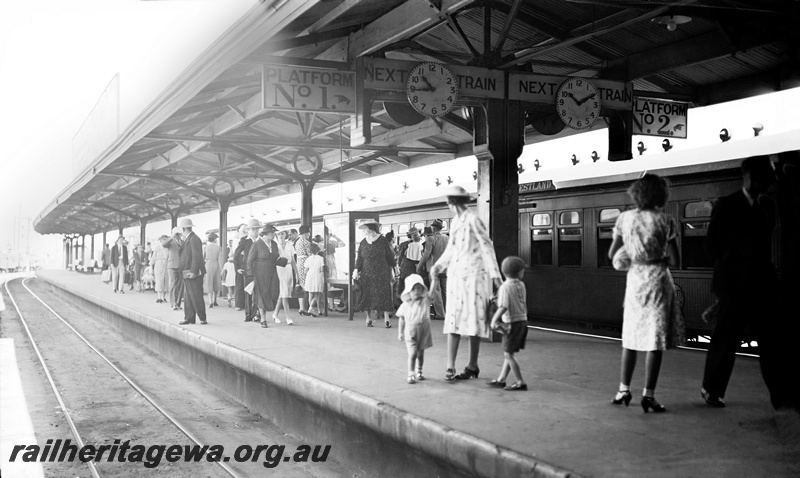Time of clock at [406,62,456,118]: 10:44
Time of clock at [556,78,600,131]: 10:10
